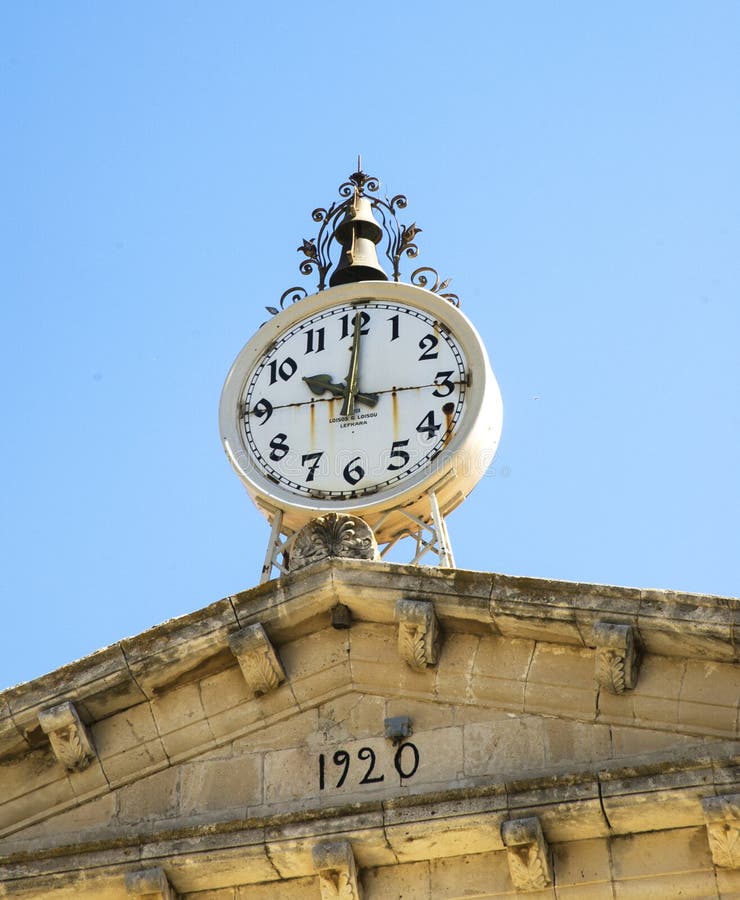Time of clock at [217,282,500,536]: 10:00
